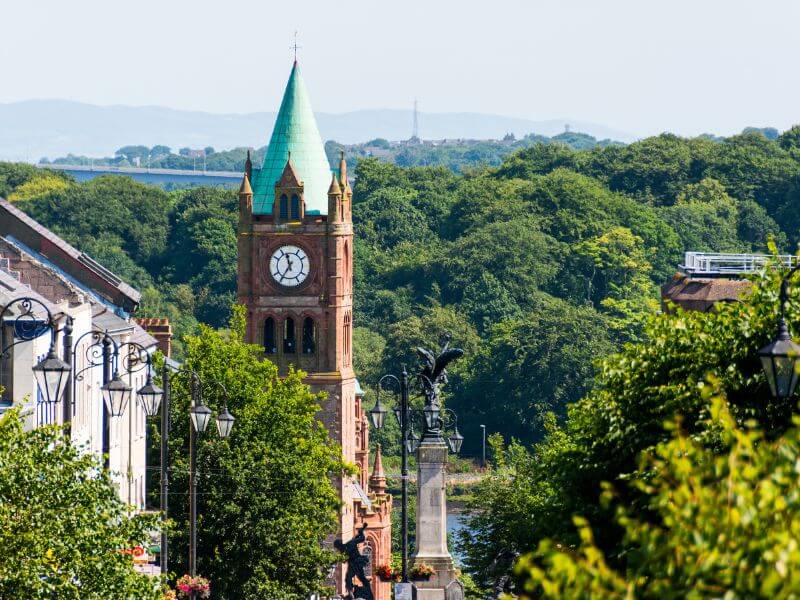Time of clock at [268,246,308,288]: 11:35
